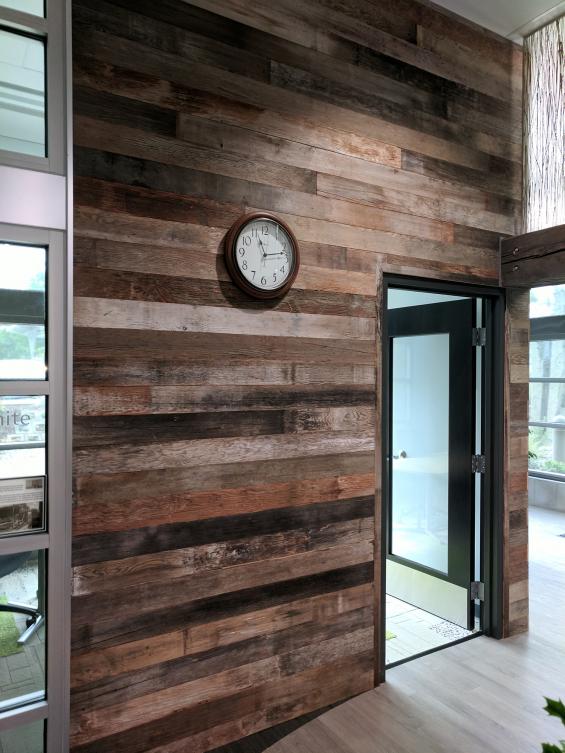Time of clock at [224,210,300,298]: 11:13
